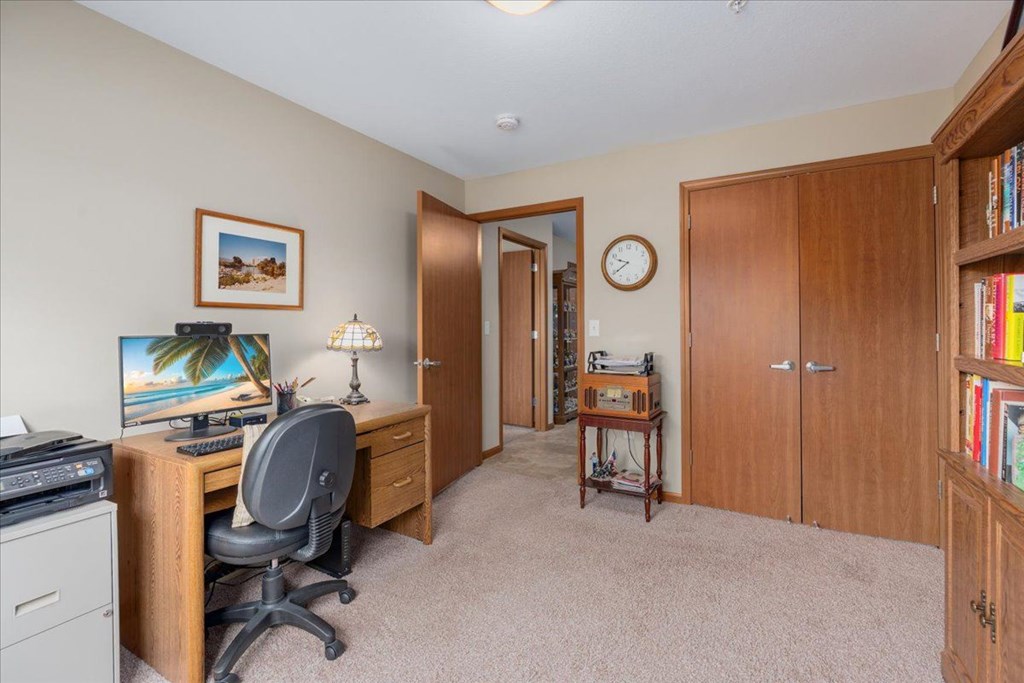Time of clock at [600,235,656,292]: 9:39
